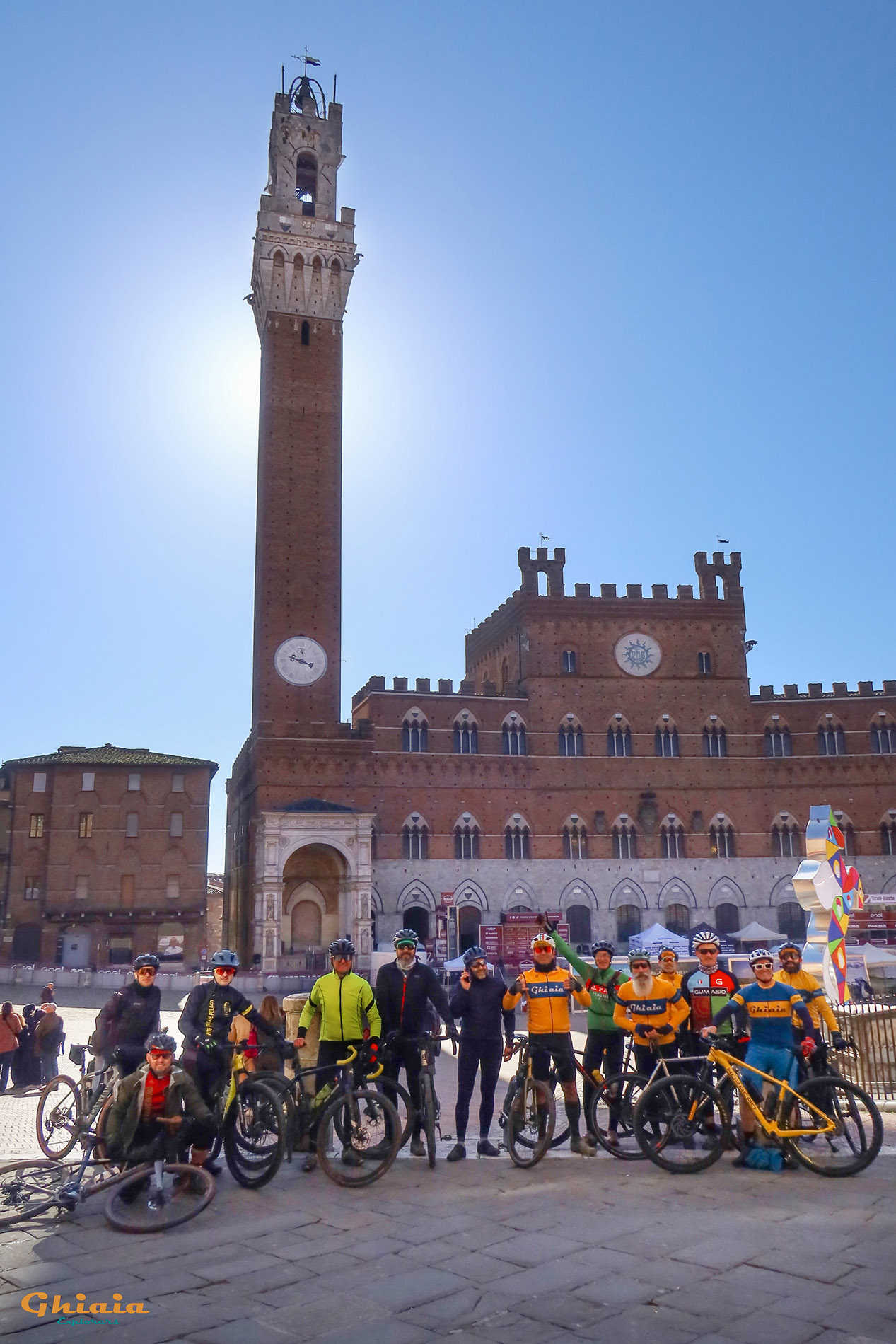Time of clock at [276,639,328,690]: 3:48
